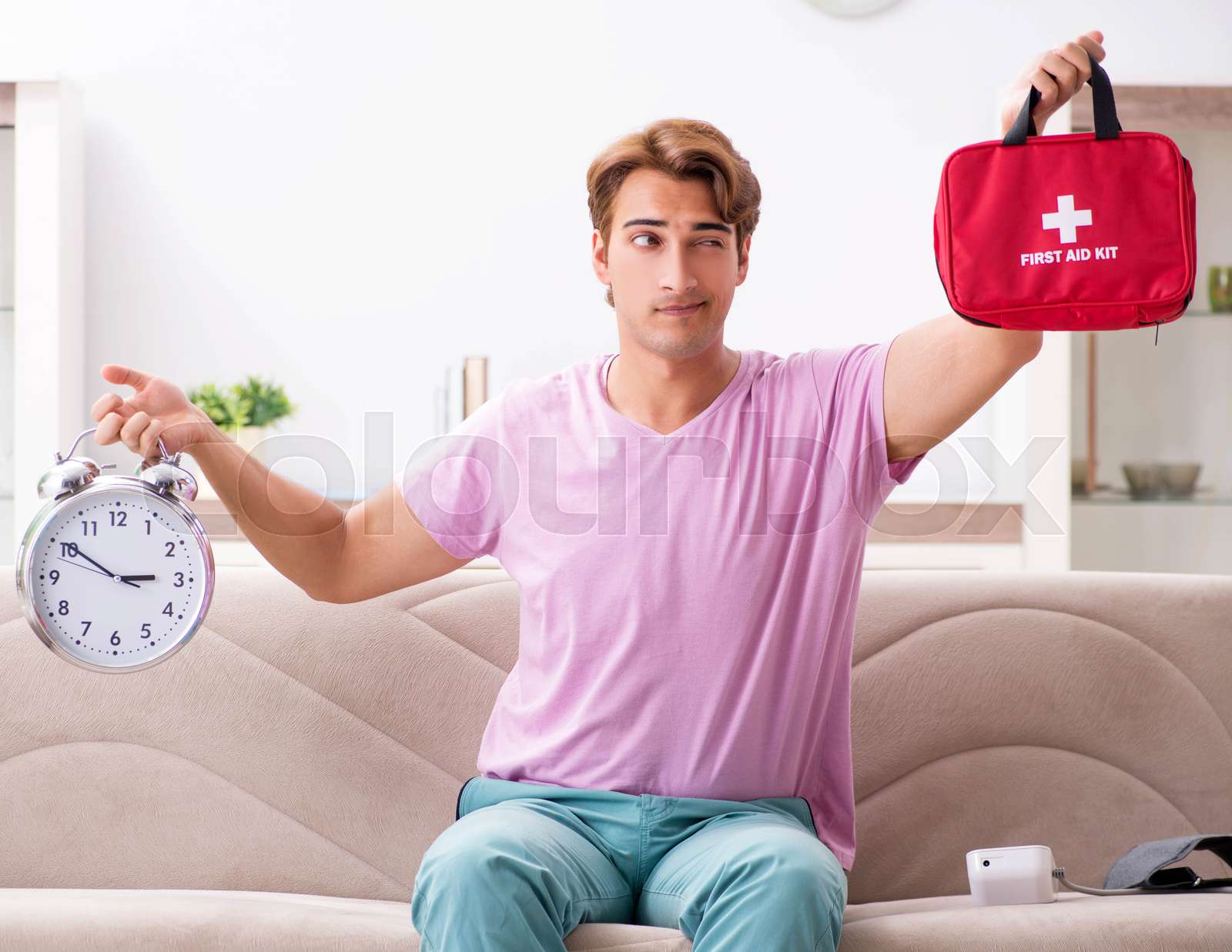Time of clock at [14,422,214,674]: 2:50
